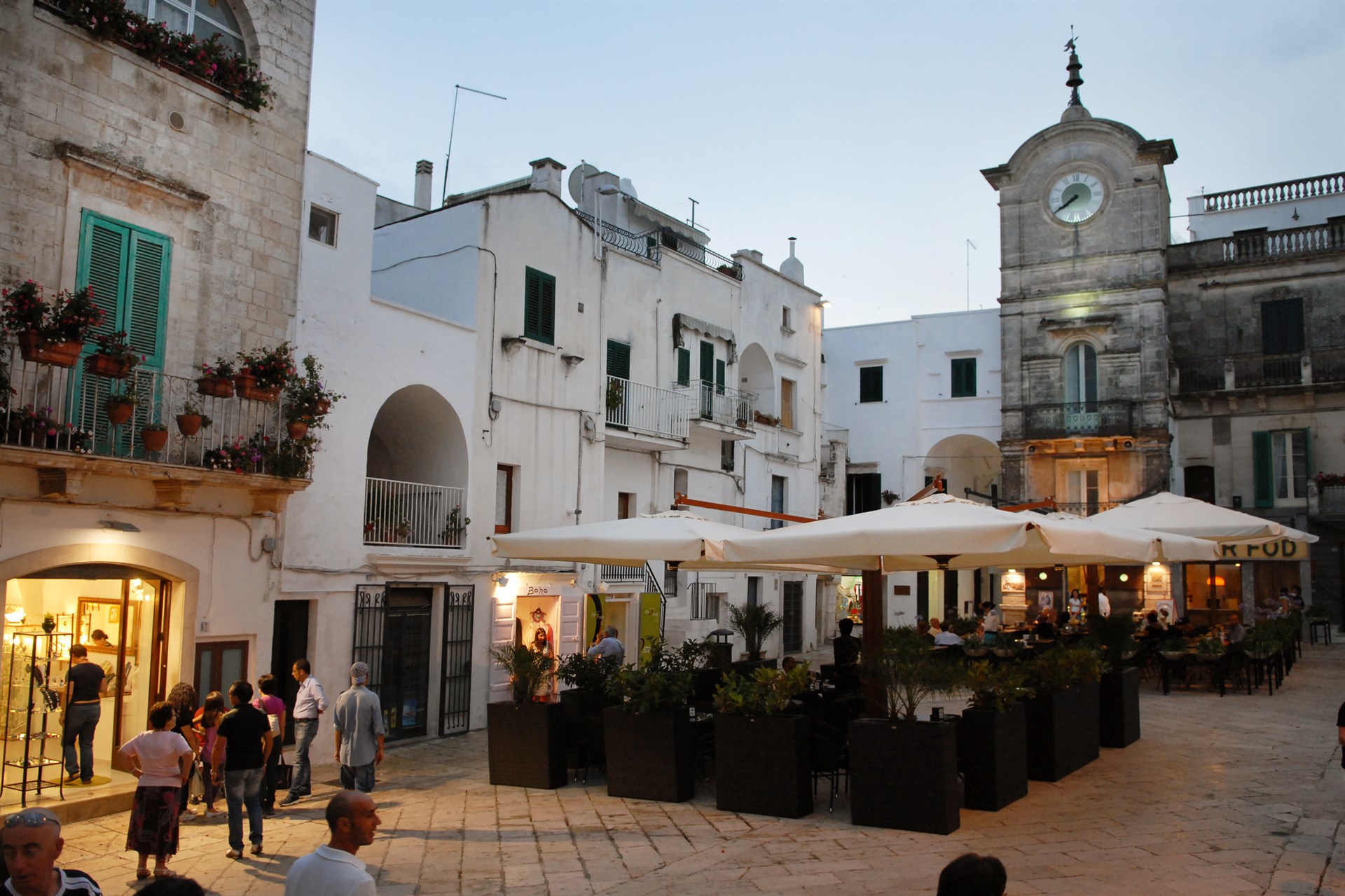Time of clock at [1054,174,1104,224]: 7:39
